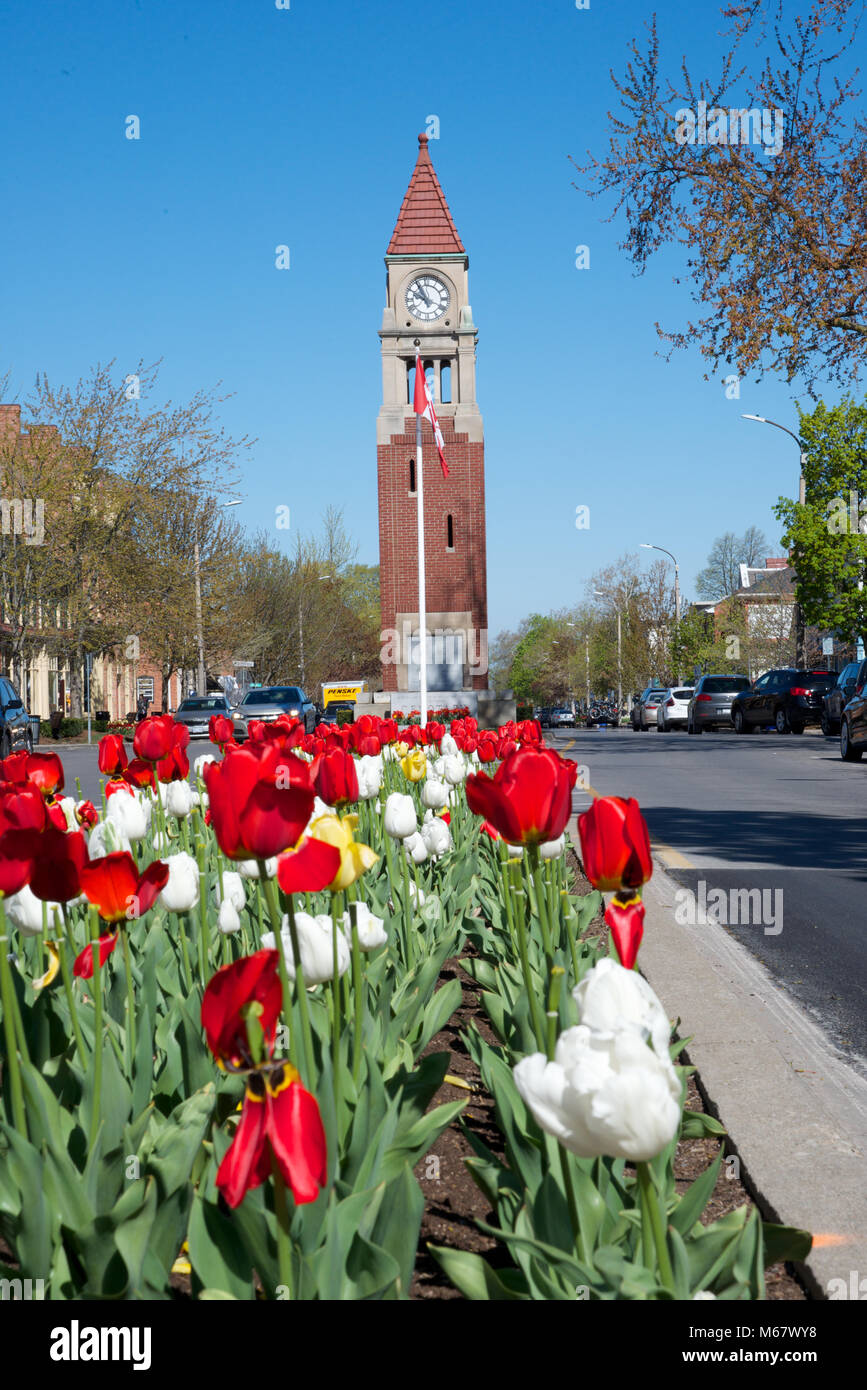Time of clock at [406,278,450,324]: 9:54
